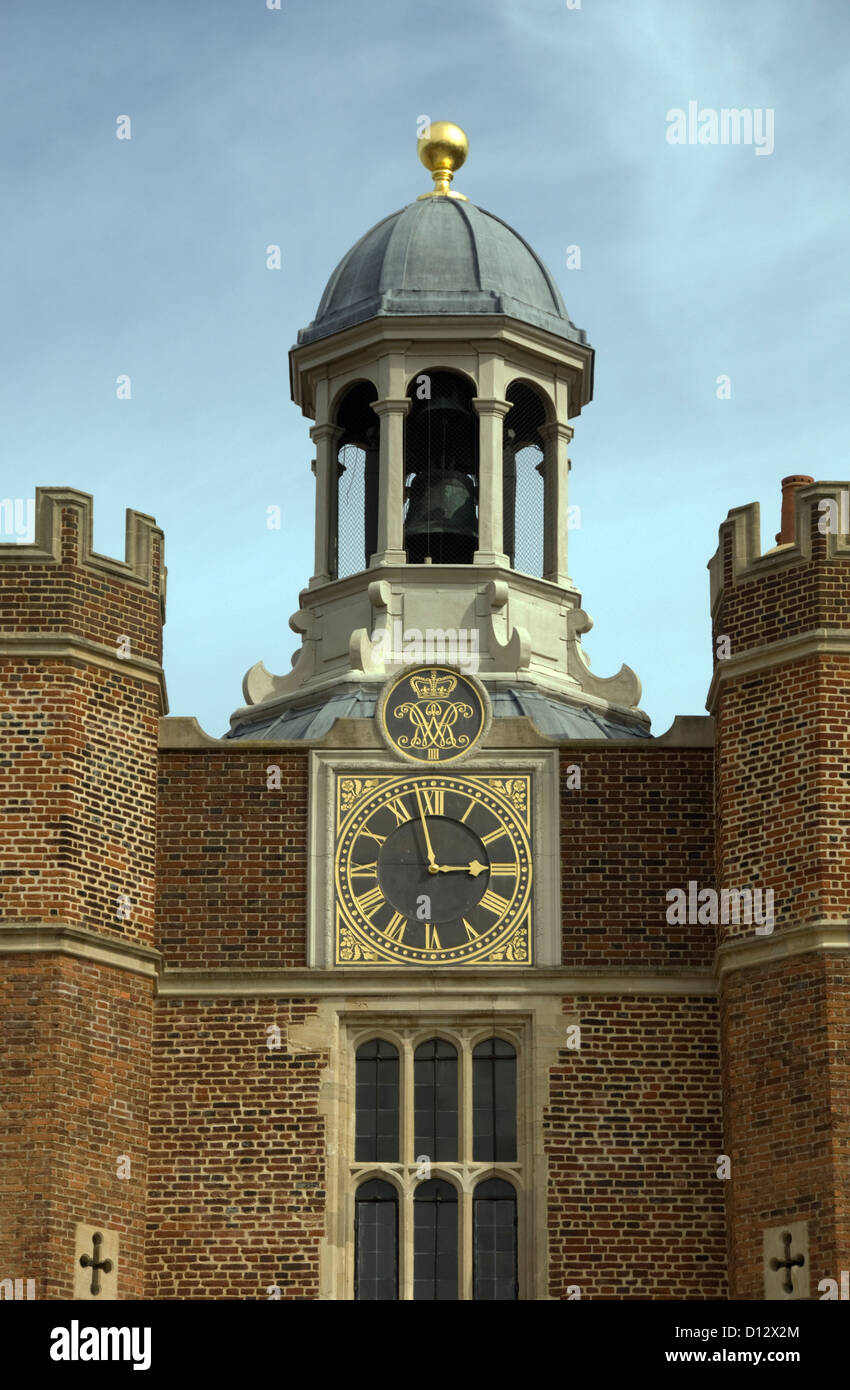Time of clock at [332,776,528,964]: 2:58
